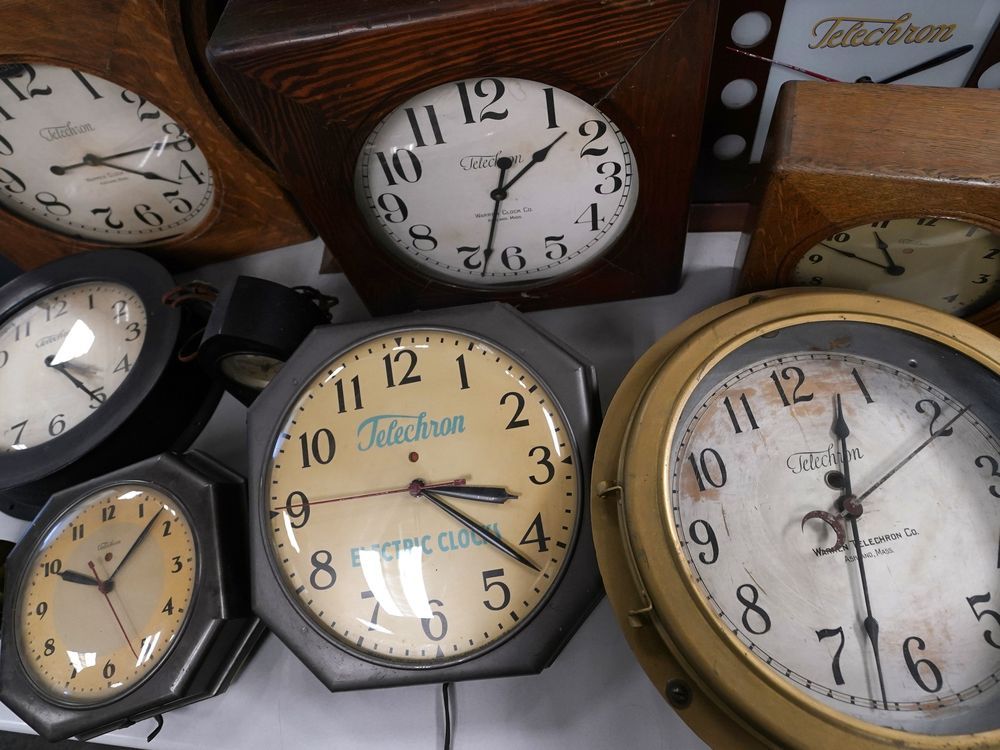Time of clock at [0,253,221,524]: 1:24
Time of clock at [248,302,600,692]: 3:21
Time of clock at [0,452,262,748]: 10:07
